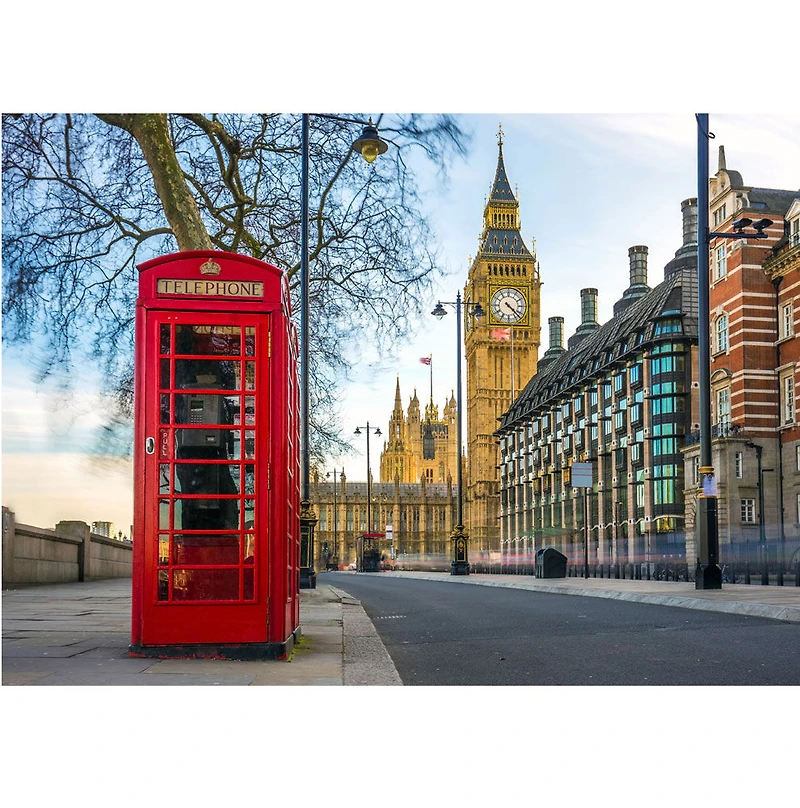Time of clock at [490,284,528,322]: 4:22
